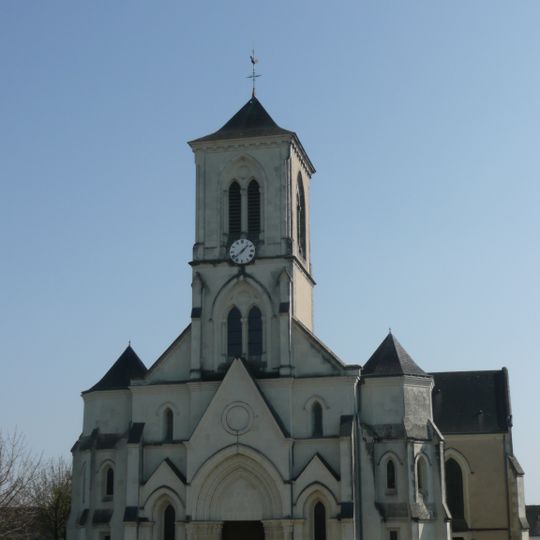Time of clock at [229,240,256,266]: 1:38
